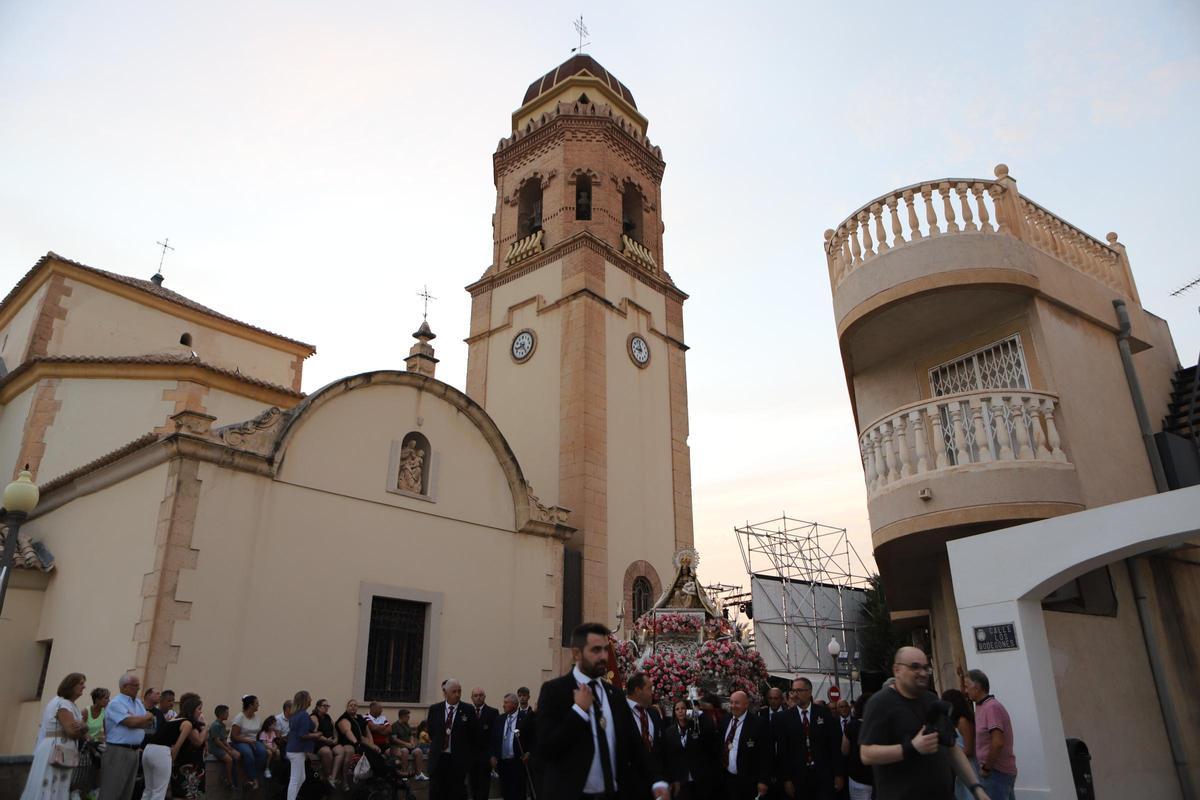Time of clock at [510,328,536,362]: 8:24
